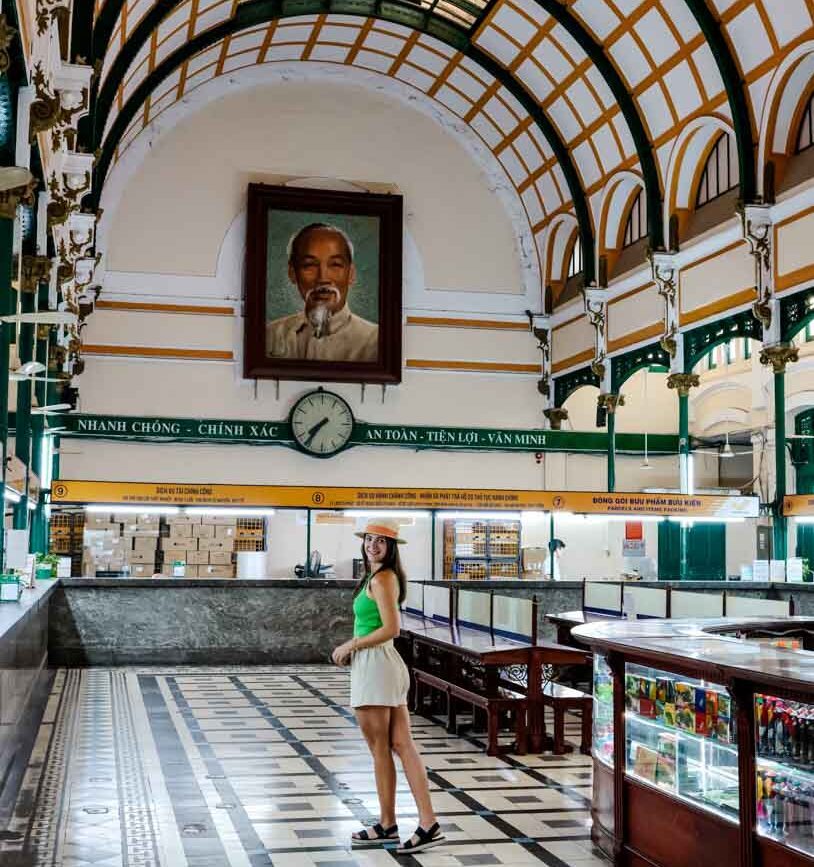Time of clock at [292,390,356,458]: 7:36
